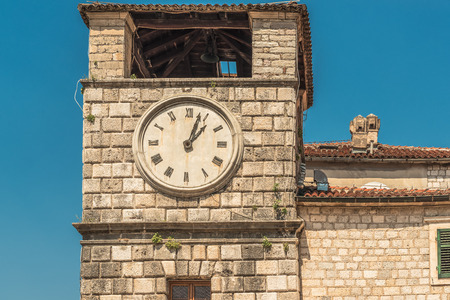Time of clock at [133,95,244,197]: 1:02
